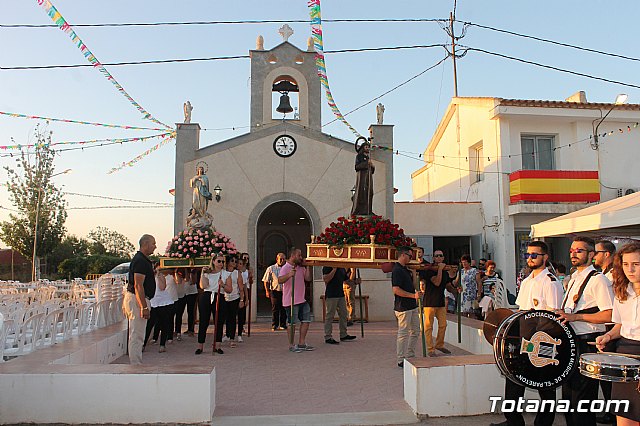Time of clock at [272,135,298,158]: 8:56
